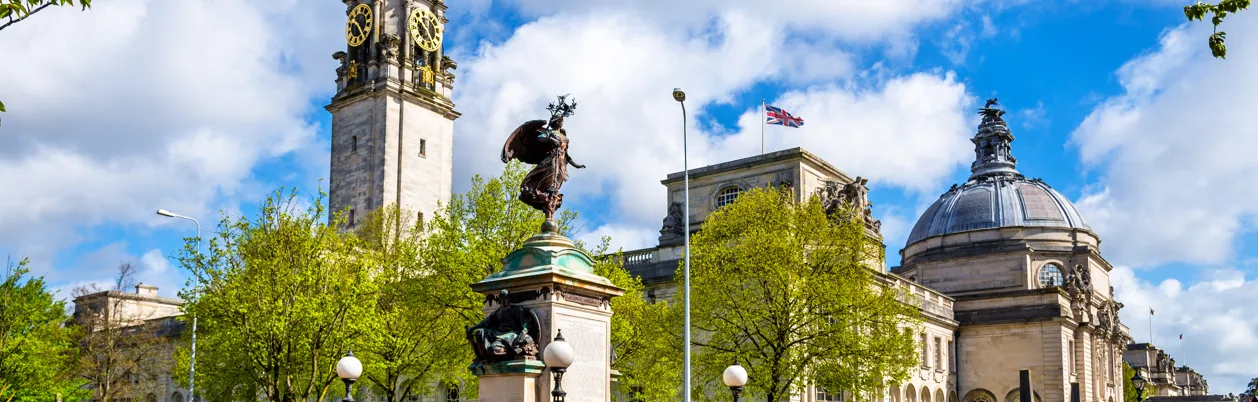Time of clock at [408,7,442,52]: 10:25
